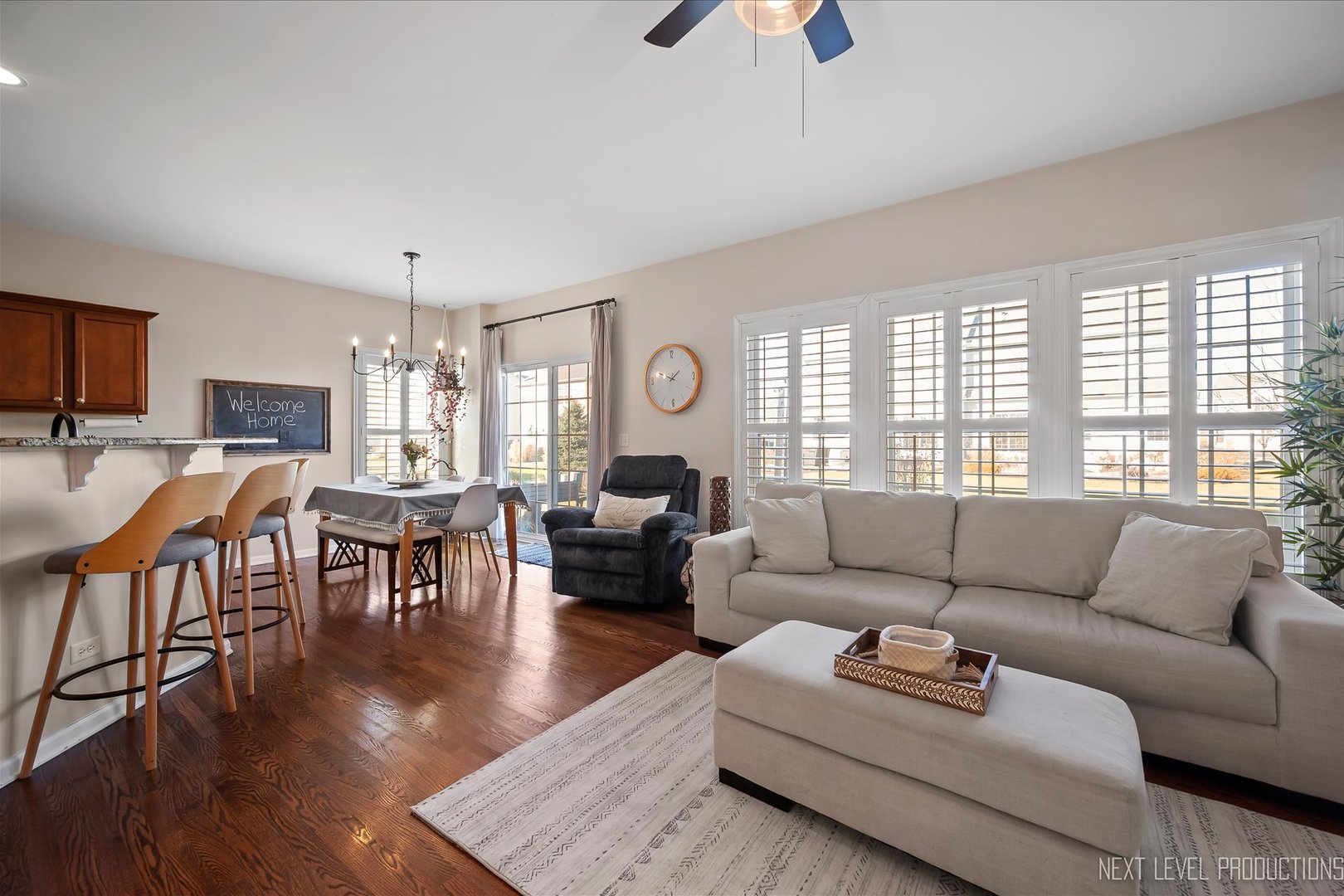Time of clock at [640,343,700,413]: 1:47
